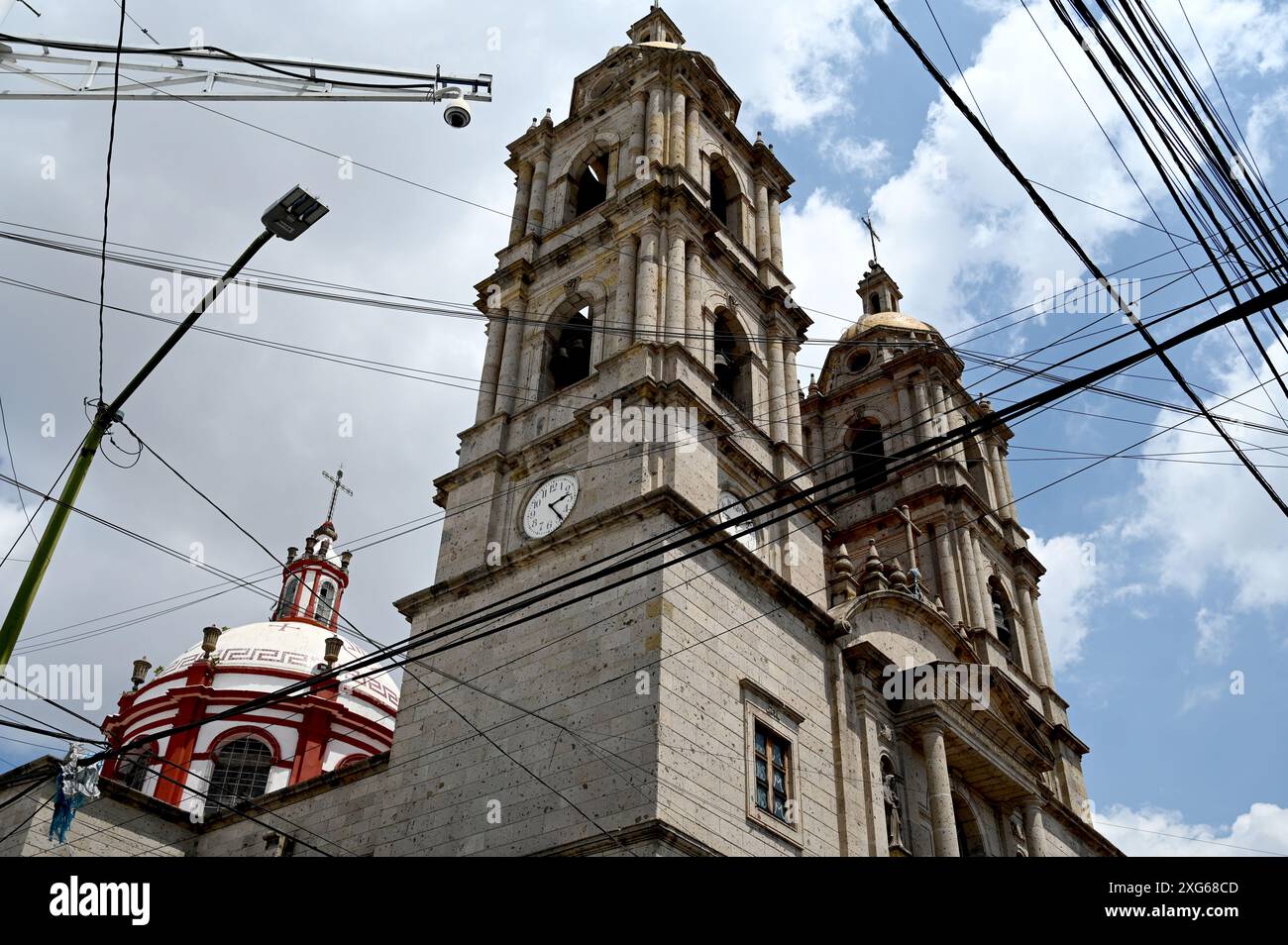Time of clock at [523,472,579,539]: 2:23
